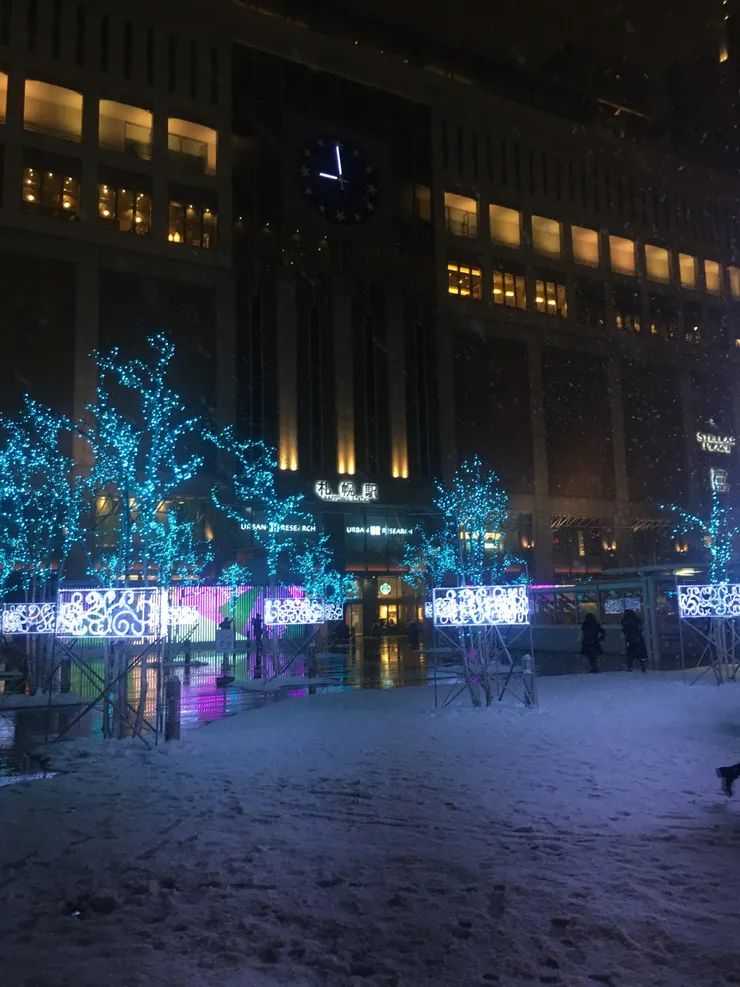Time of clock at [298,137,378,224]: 8:59
